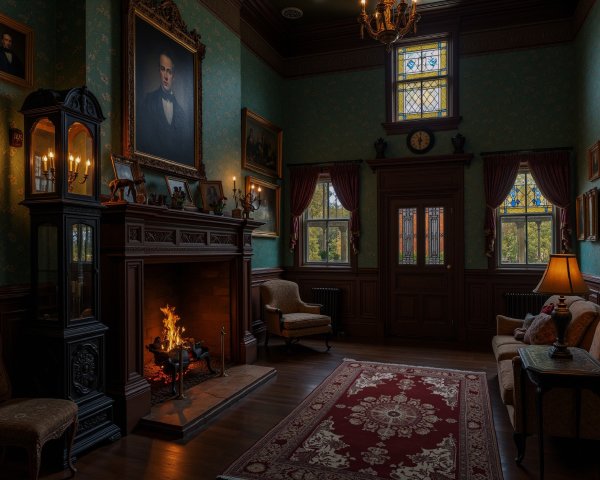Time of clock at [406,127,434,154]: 5:59
